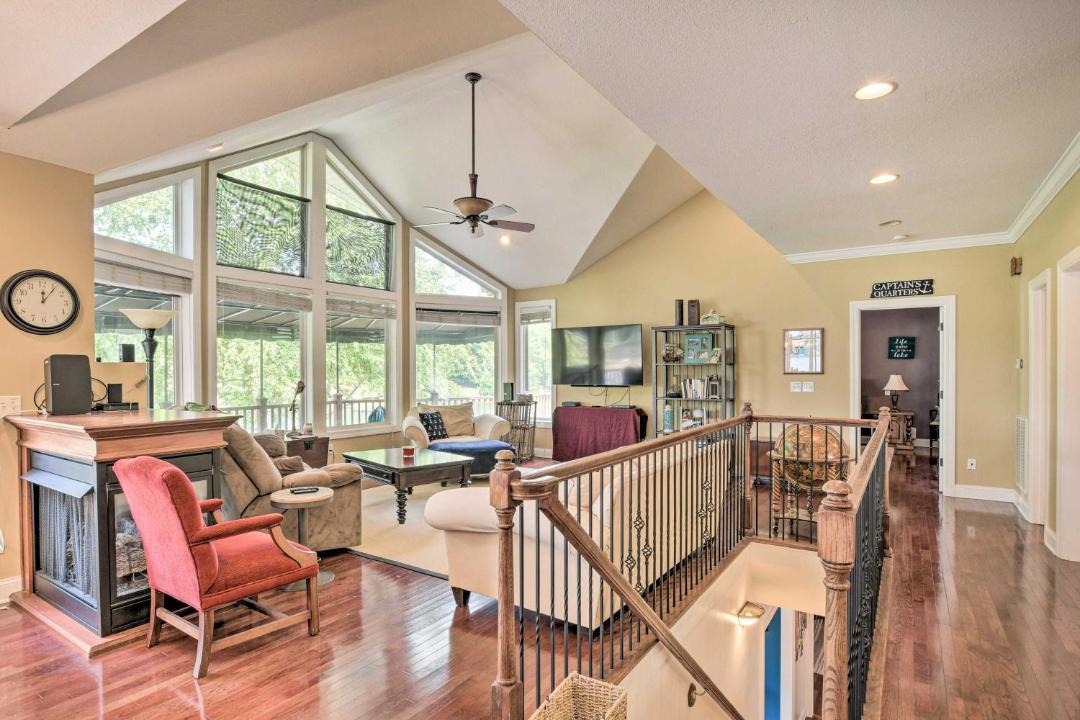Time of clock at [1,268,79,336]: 12:06
